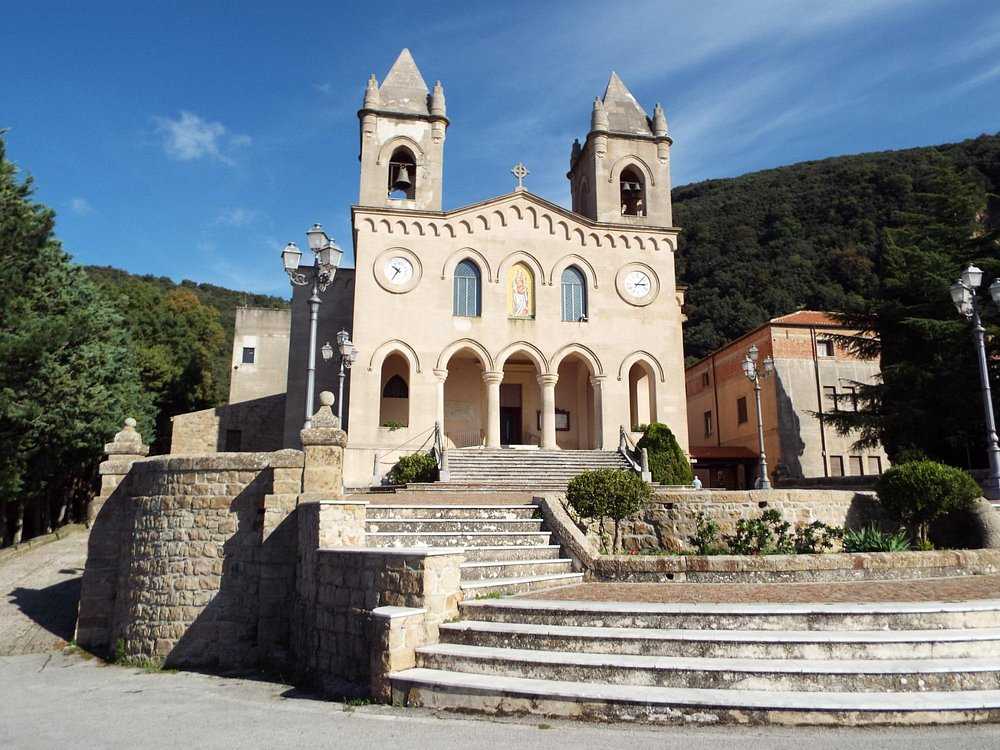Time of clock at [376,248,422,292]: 10:36
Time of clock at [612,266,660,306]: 3:07
